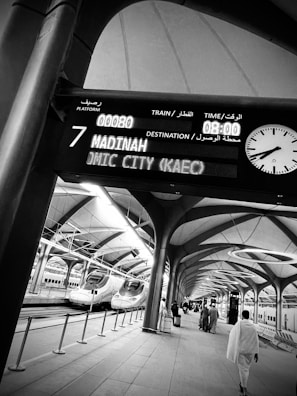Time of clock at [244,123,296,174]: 7:41
